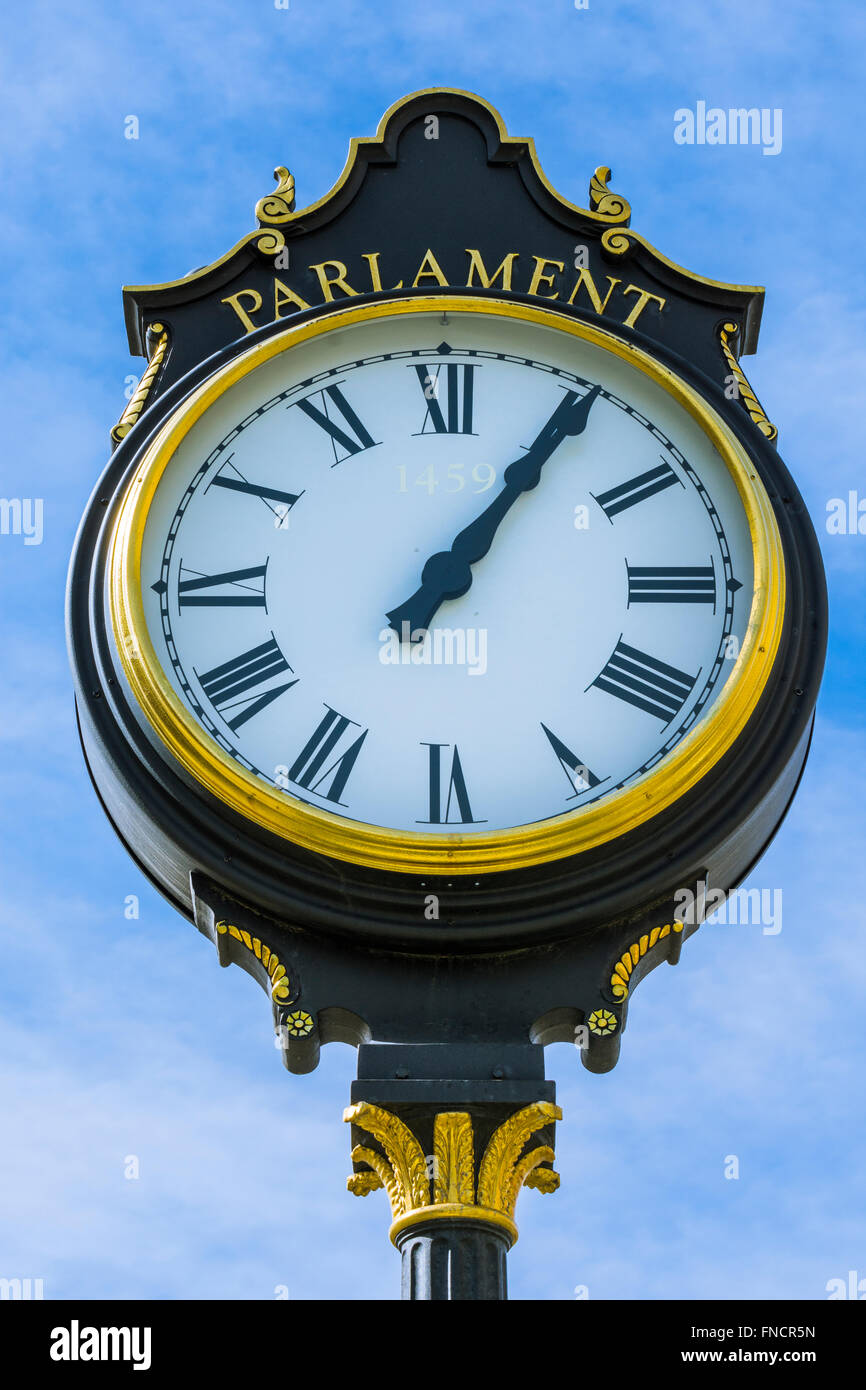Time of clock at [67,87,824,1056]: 1:05
